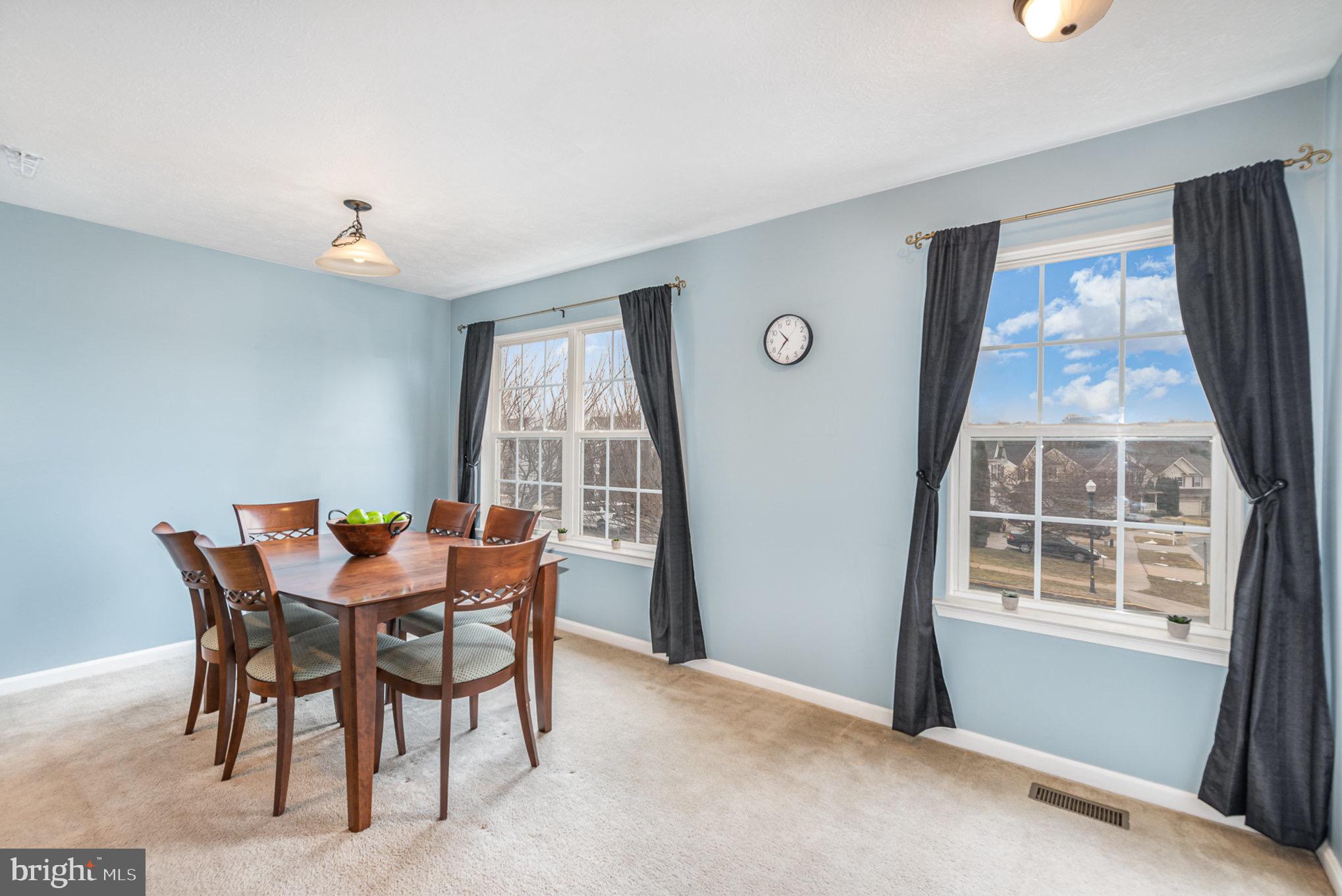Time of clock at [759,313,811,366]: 10:36
